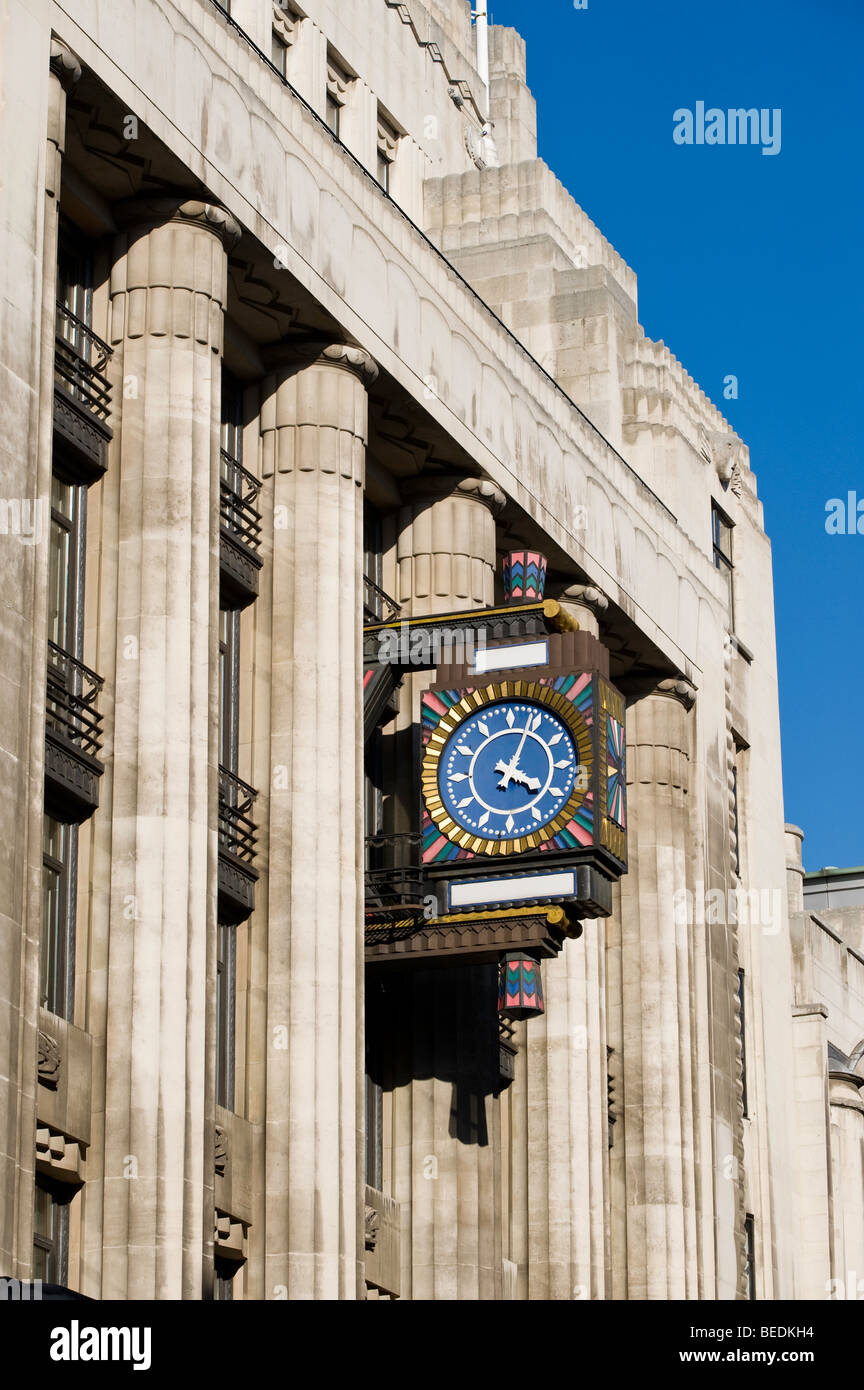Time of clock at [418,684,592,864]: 4:04
